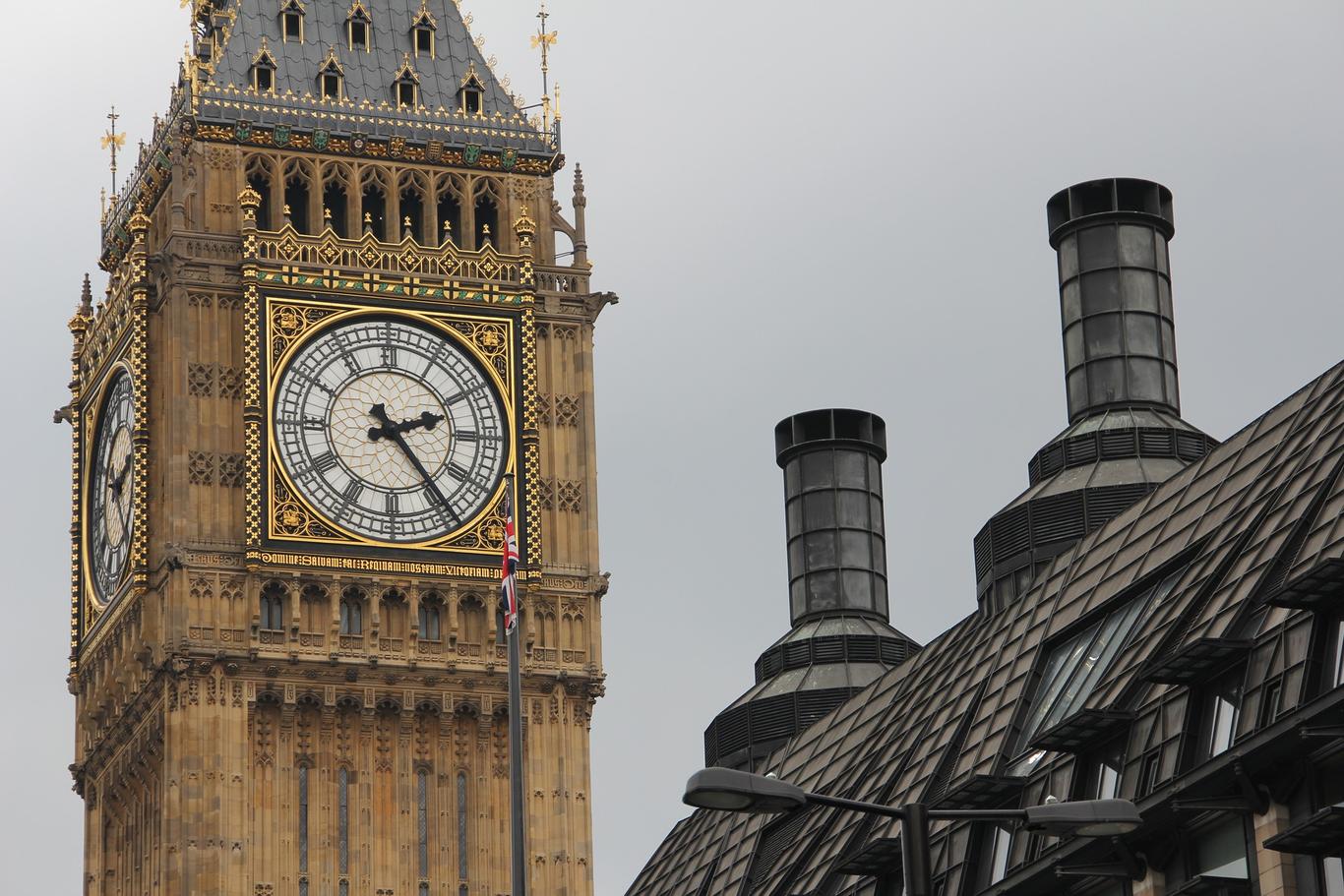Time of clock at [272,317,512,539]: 2:23
